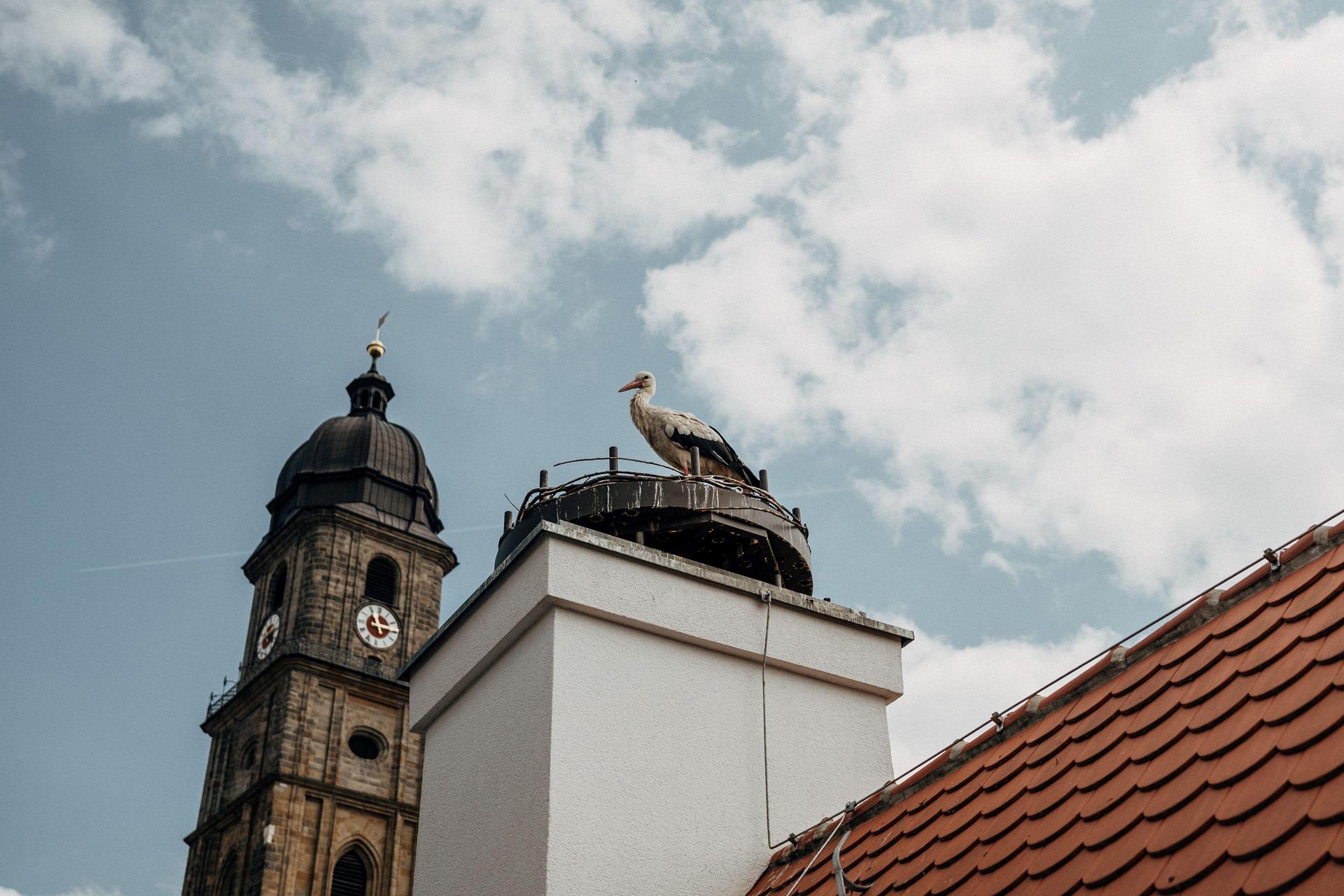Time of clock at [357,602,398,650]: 11:14
